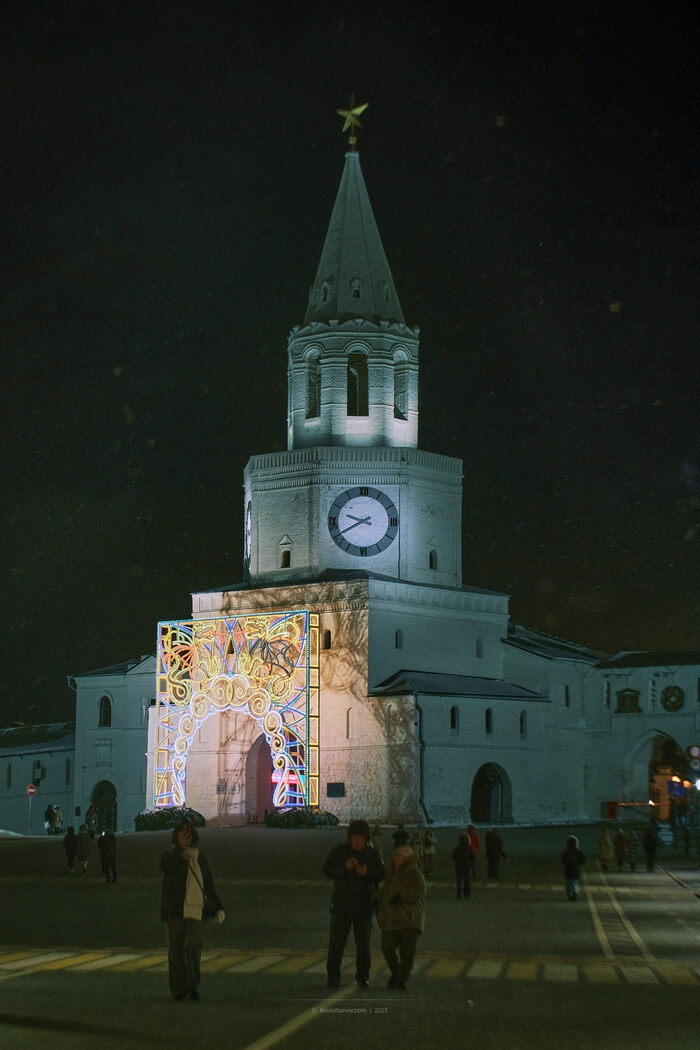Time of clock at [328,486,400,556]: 9:40
